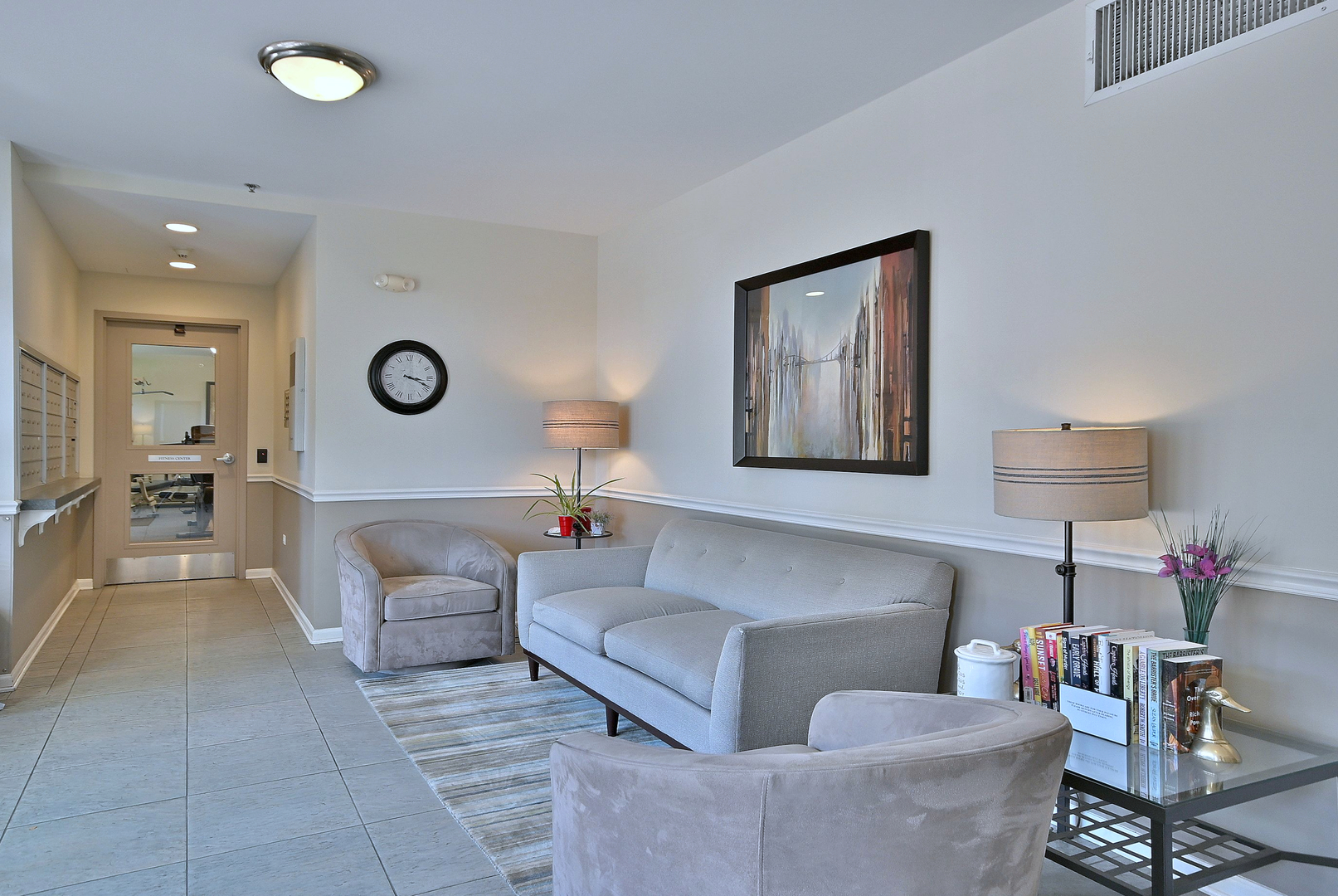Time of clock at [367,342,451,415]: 3:18
